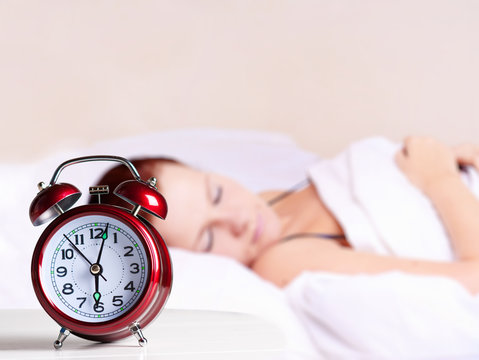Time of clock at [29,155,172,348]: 6:02
